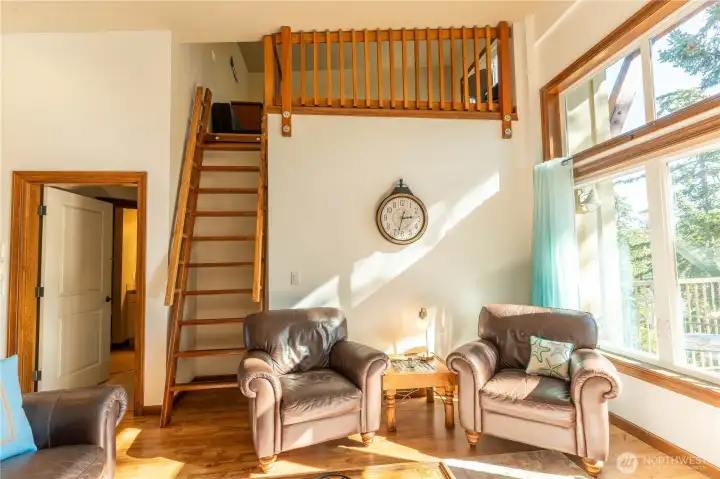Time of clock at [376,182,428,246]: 2:32
